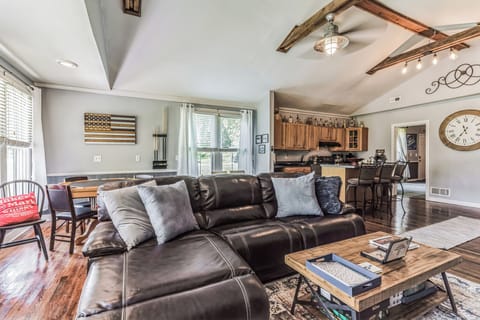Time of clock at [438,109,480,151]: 11:35
